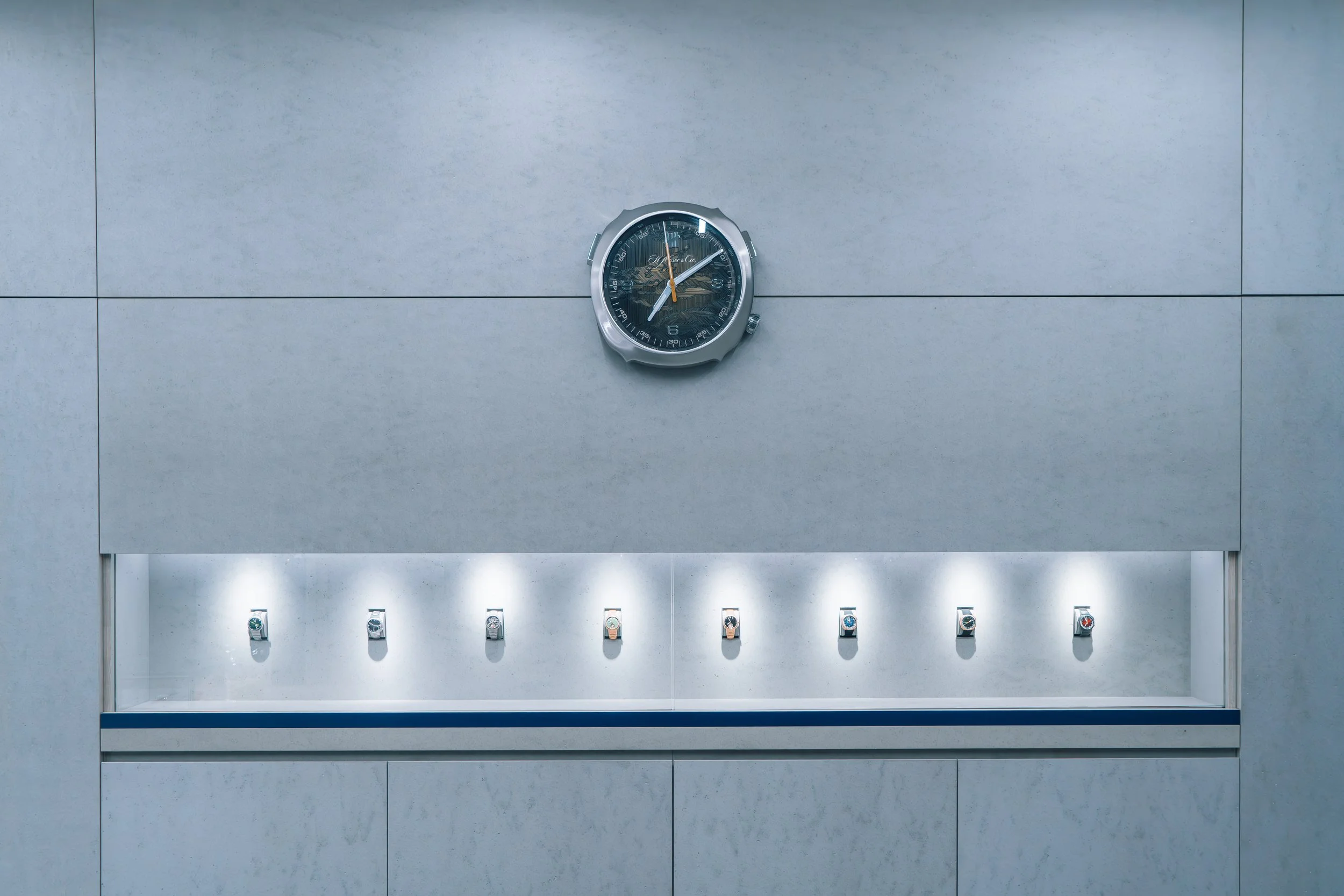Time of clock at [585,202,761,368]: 7:09
